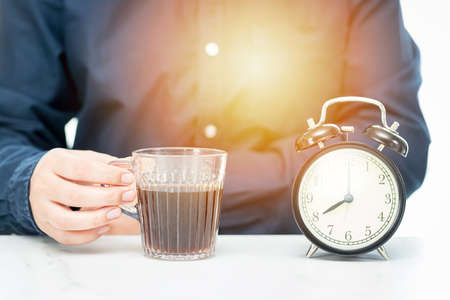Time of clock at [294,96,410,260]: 8:00
